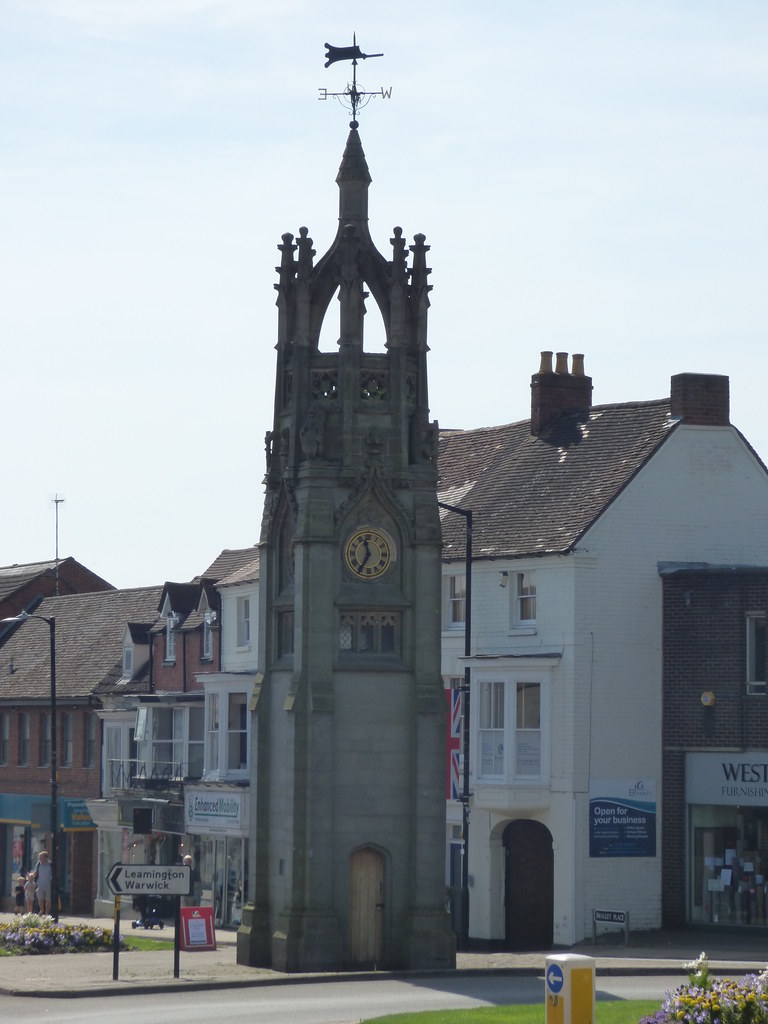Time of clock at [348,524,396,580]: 11:35
